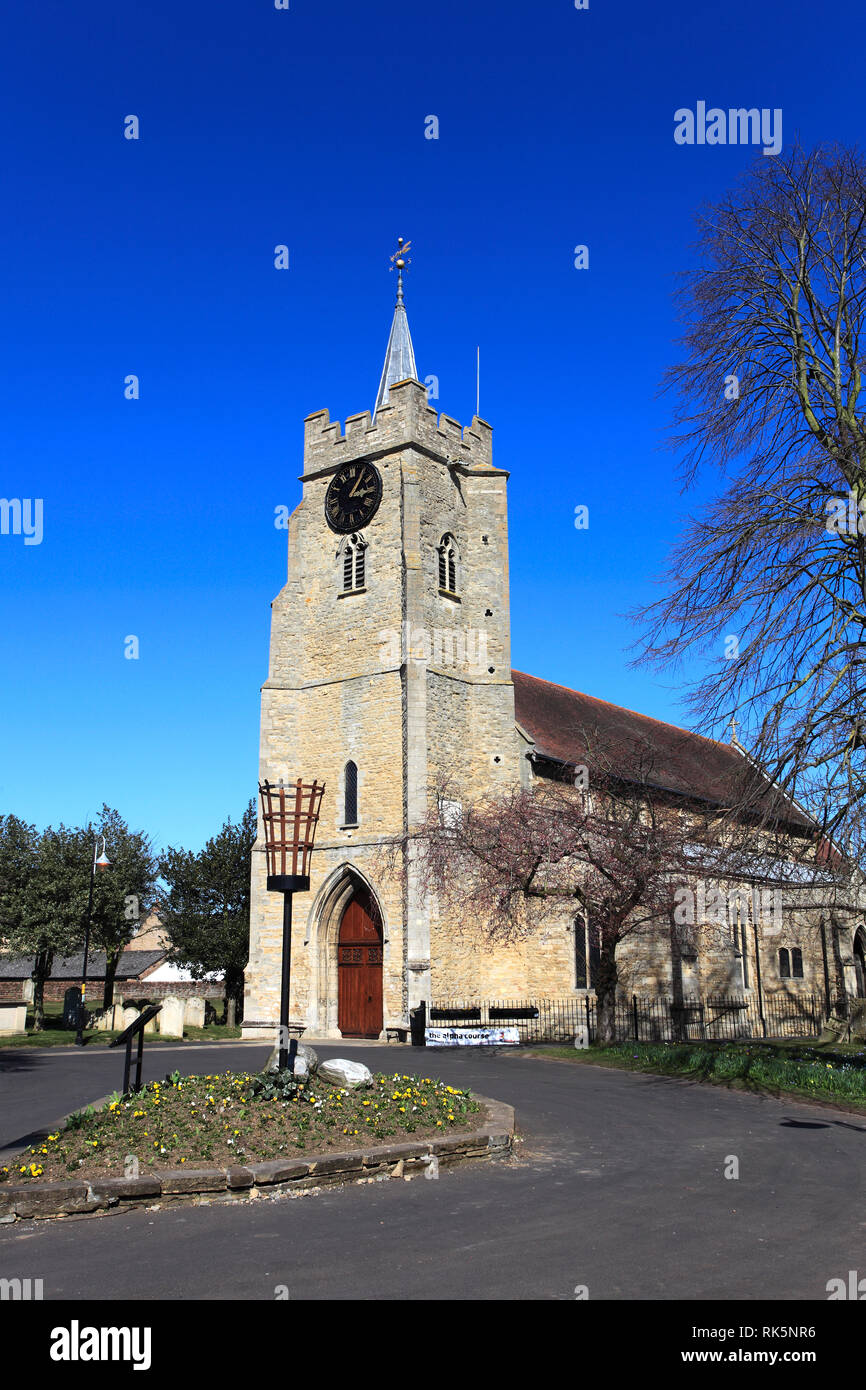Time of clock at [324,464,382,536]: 3:05
